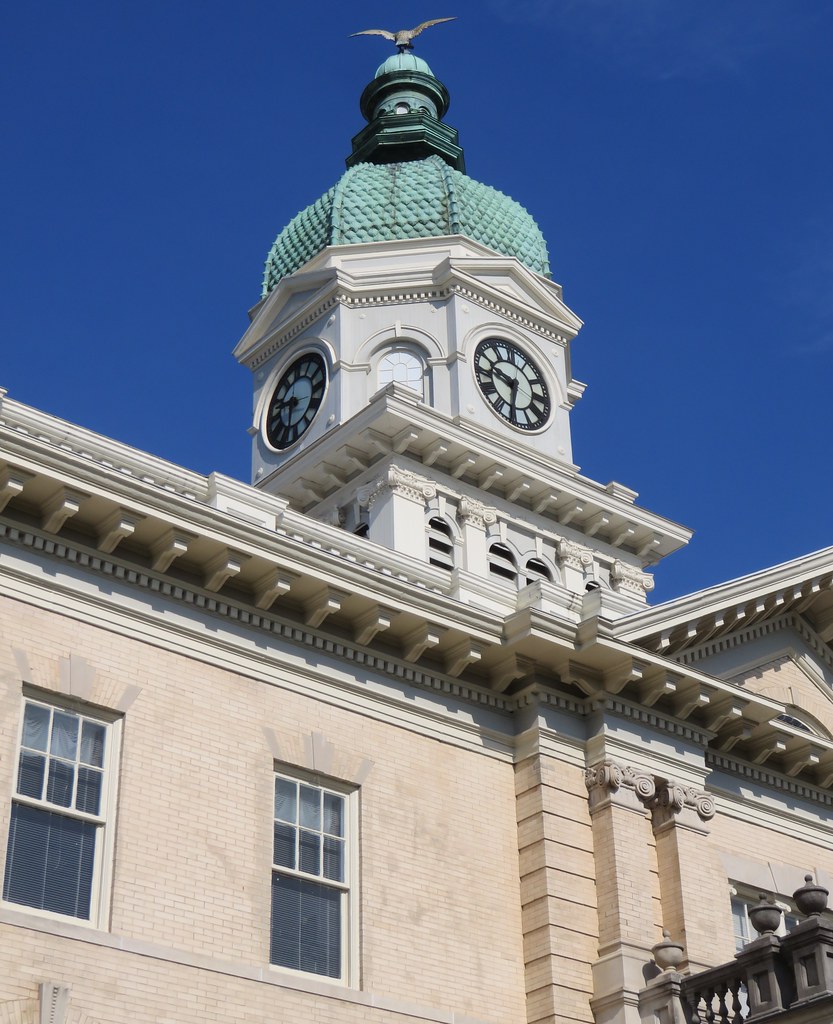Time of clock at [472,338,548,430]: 9:31
